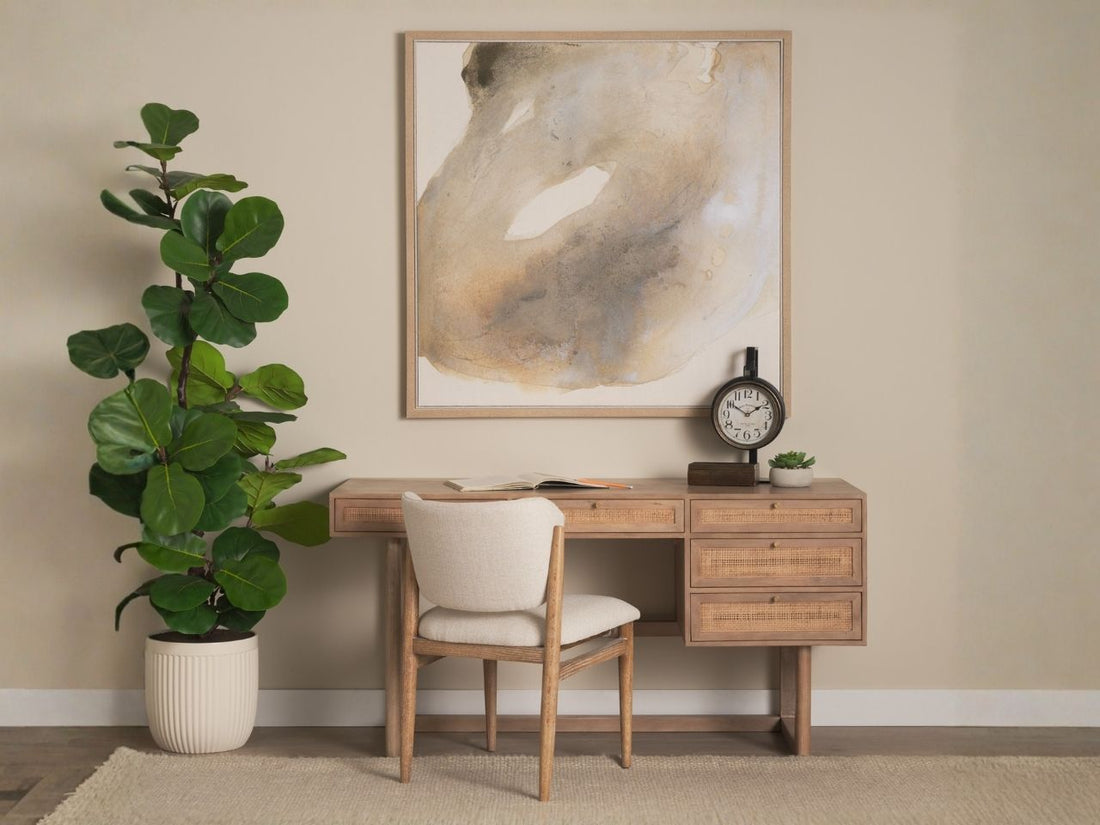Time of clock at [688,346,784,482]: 1:50
